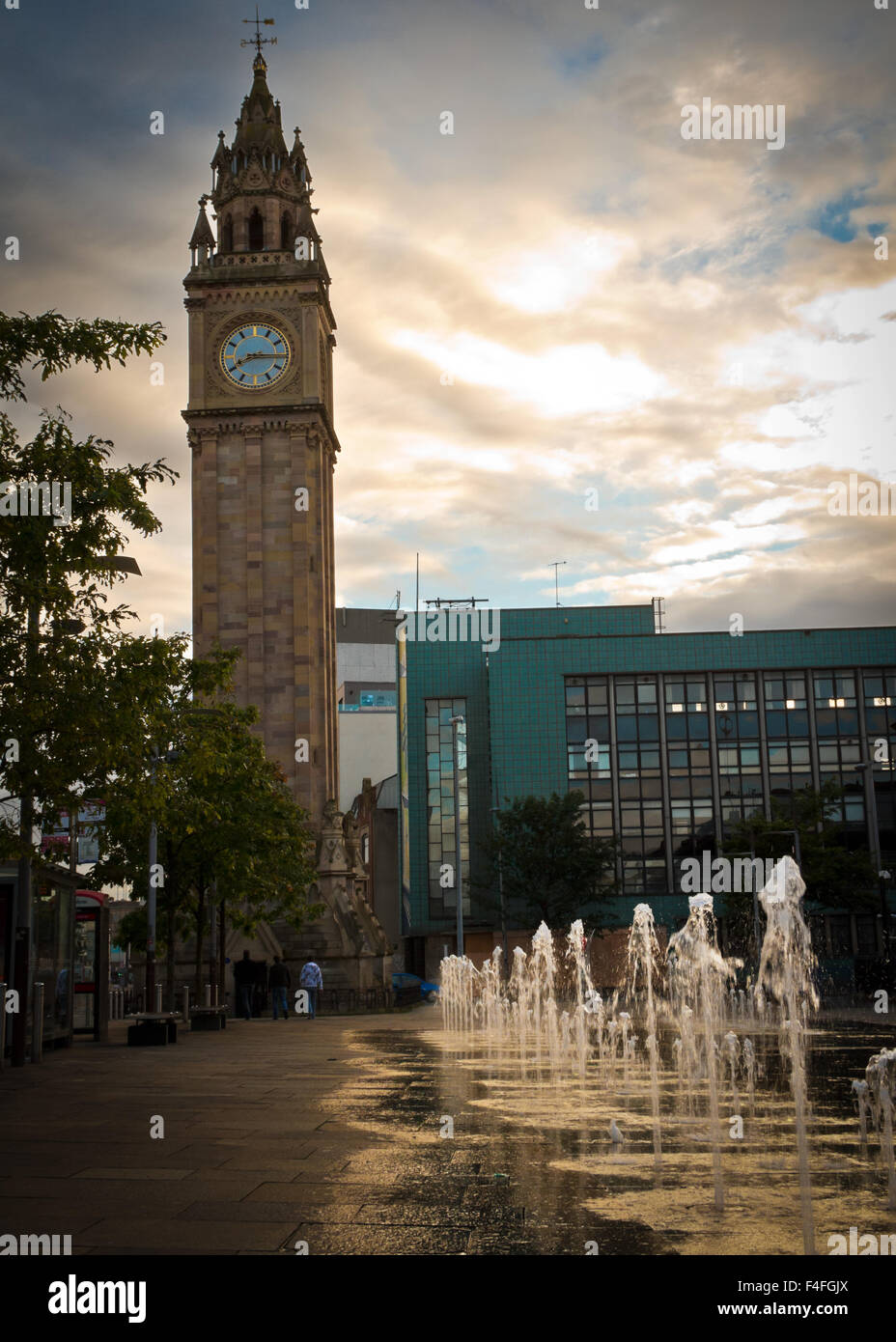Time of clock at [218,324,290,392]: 8:15
